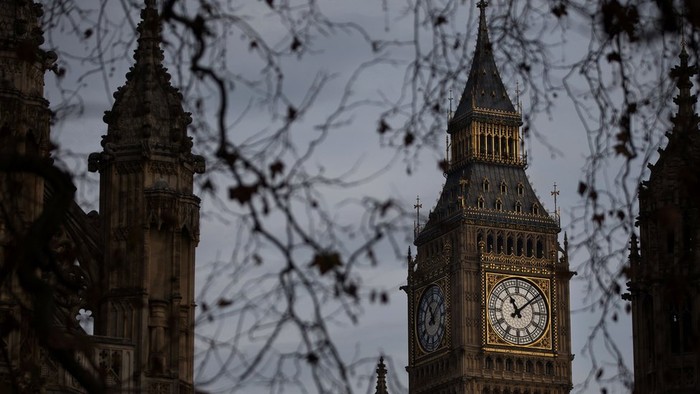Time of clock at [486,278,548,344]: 11:08
